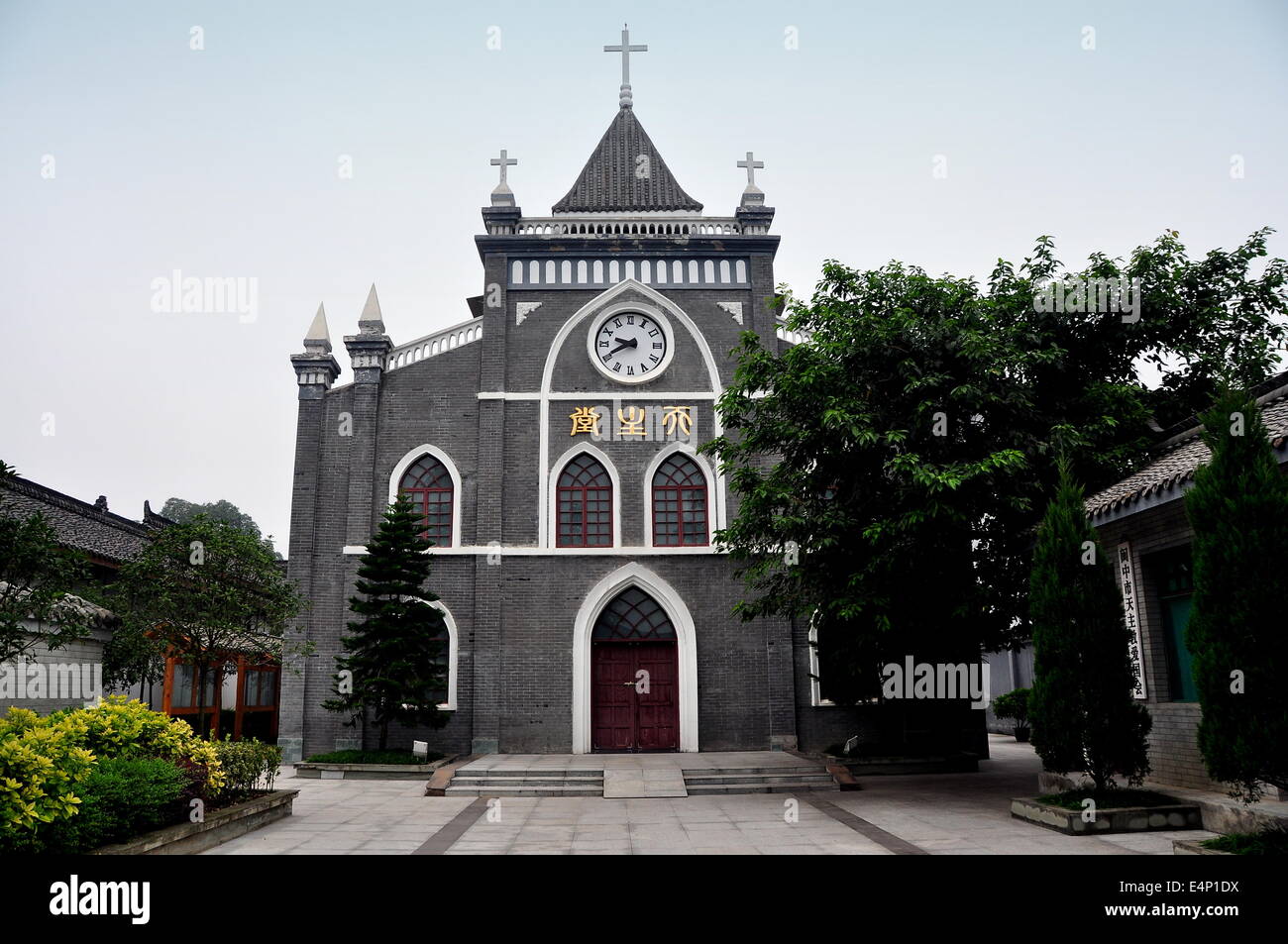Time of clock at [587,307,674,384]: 9:40
